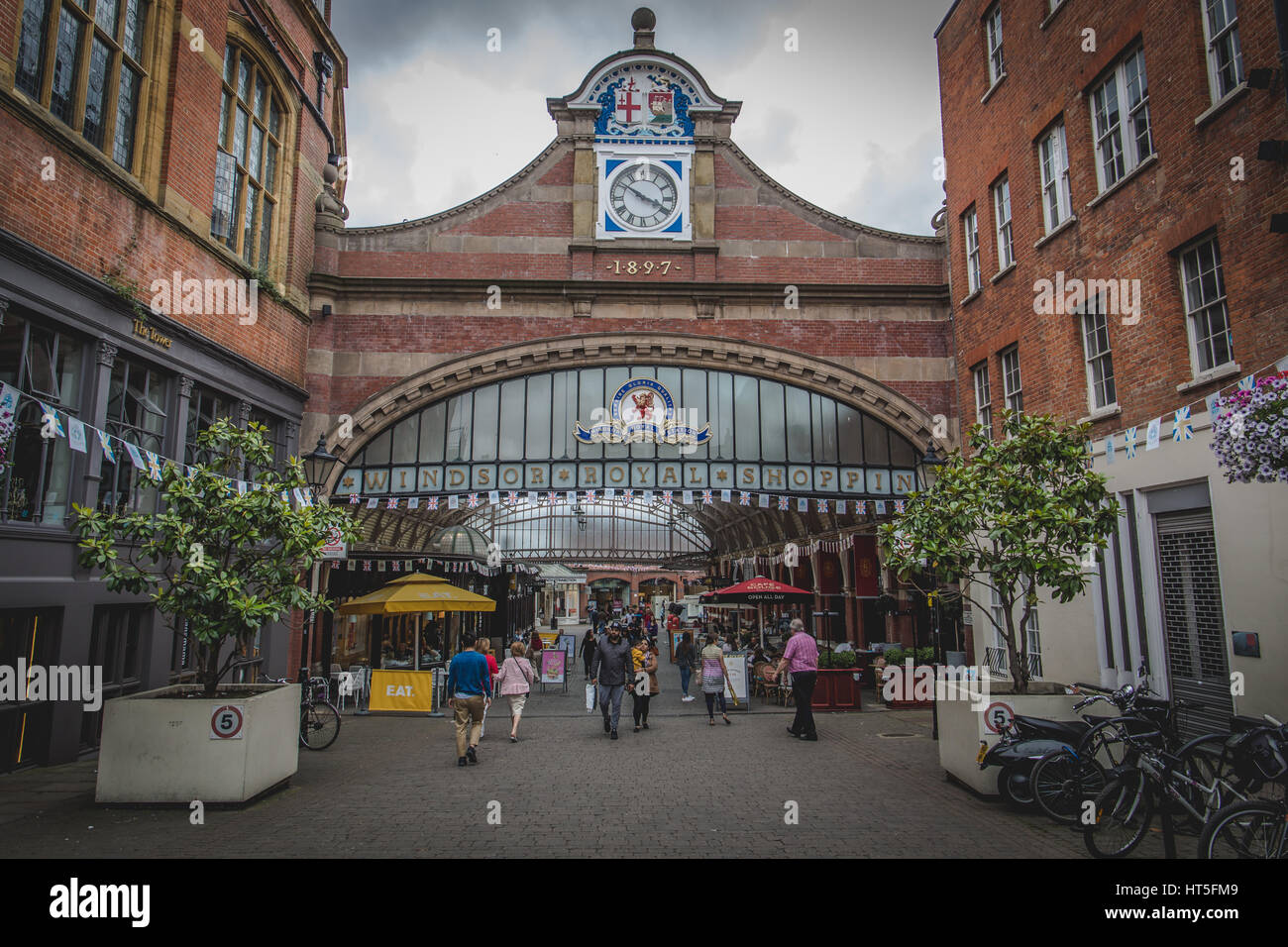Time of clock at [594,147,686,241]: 3:50
